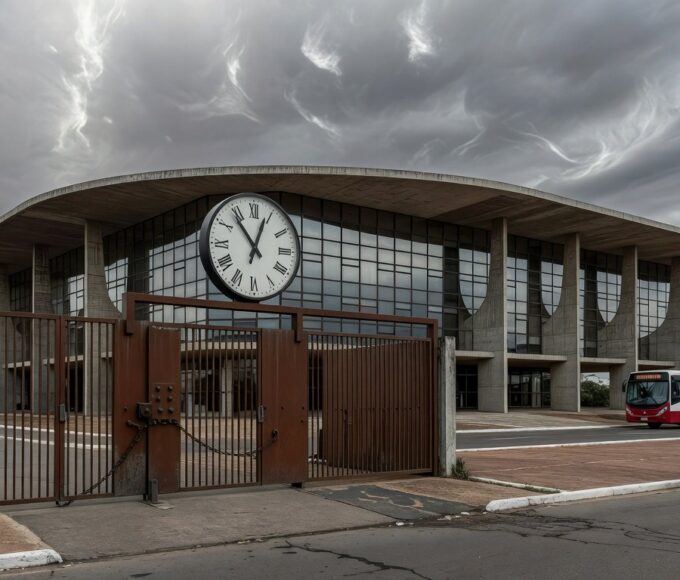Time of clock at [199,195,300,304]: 12:53
